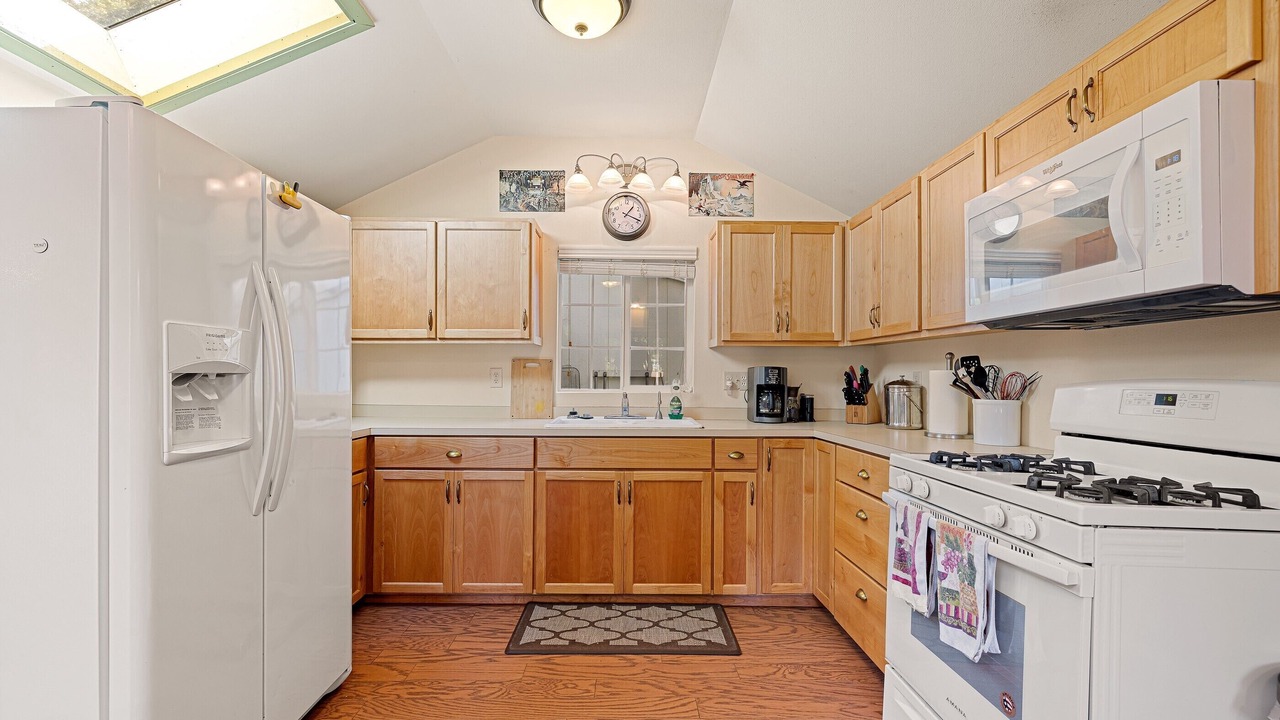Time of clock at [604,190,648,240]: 1:18
